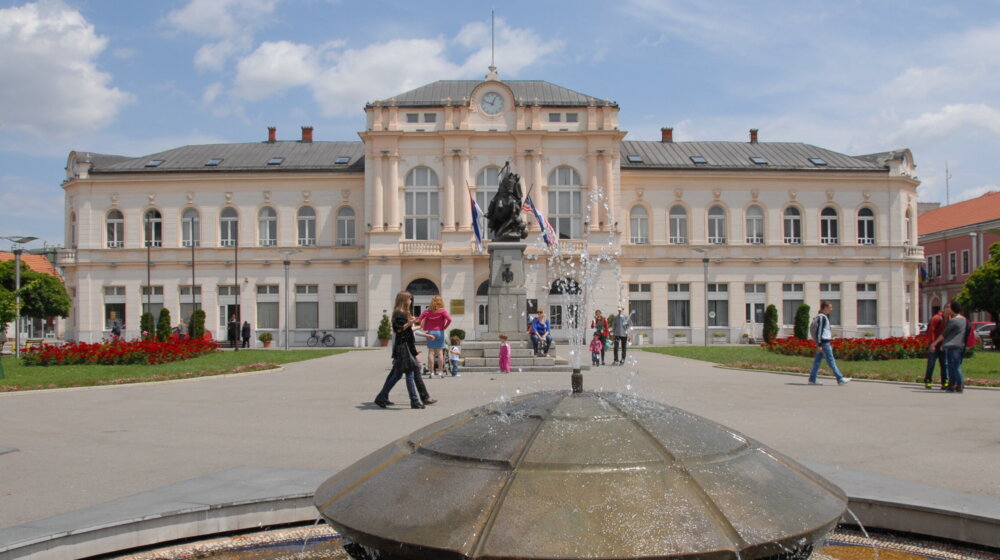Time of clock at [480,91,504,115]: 12:48
